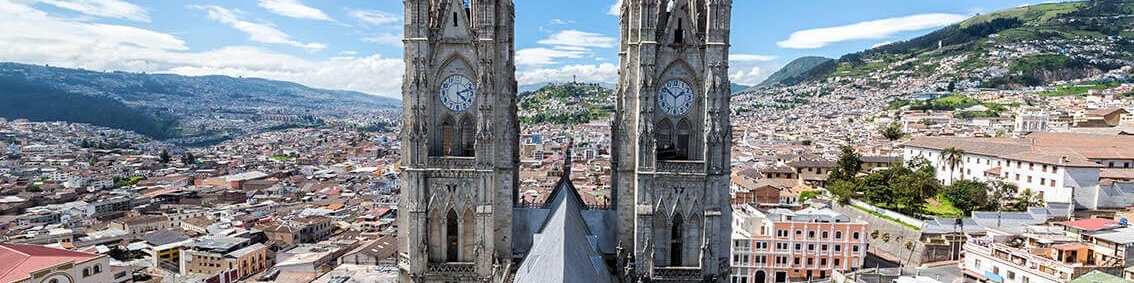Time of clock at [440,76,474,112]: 4:12
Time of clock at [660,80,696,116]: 1:51
